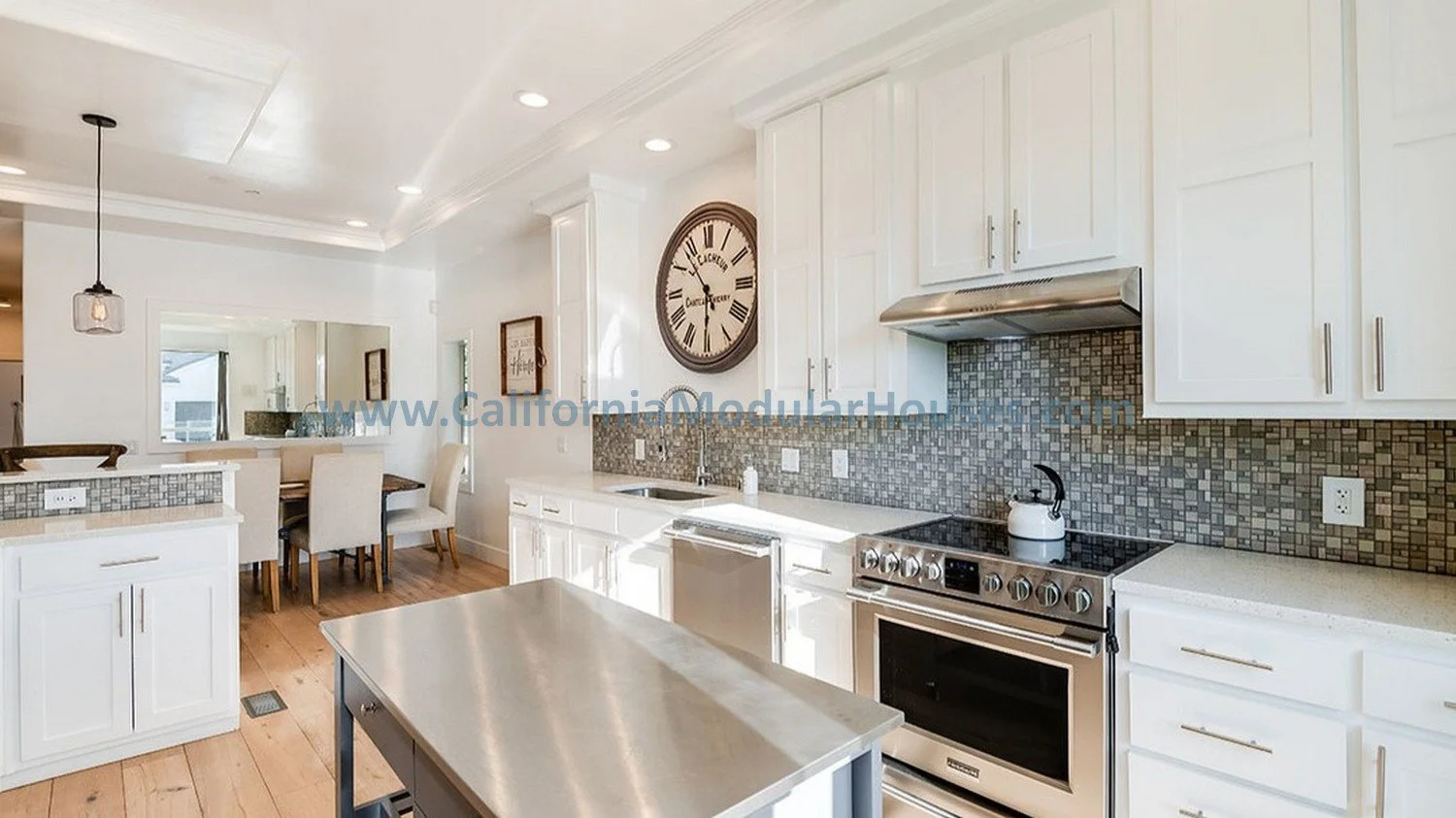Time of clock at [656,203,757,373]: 5:53
